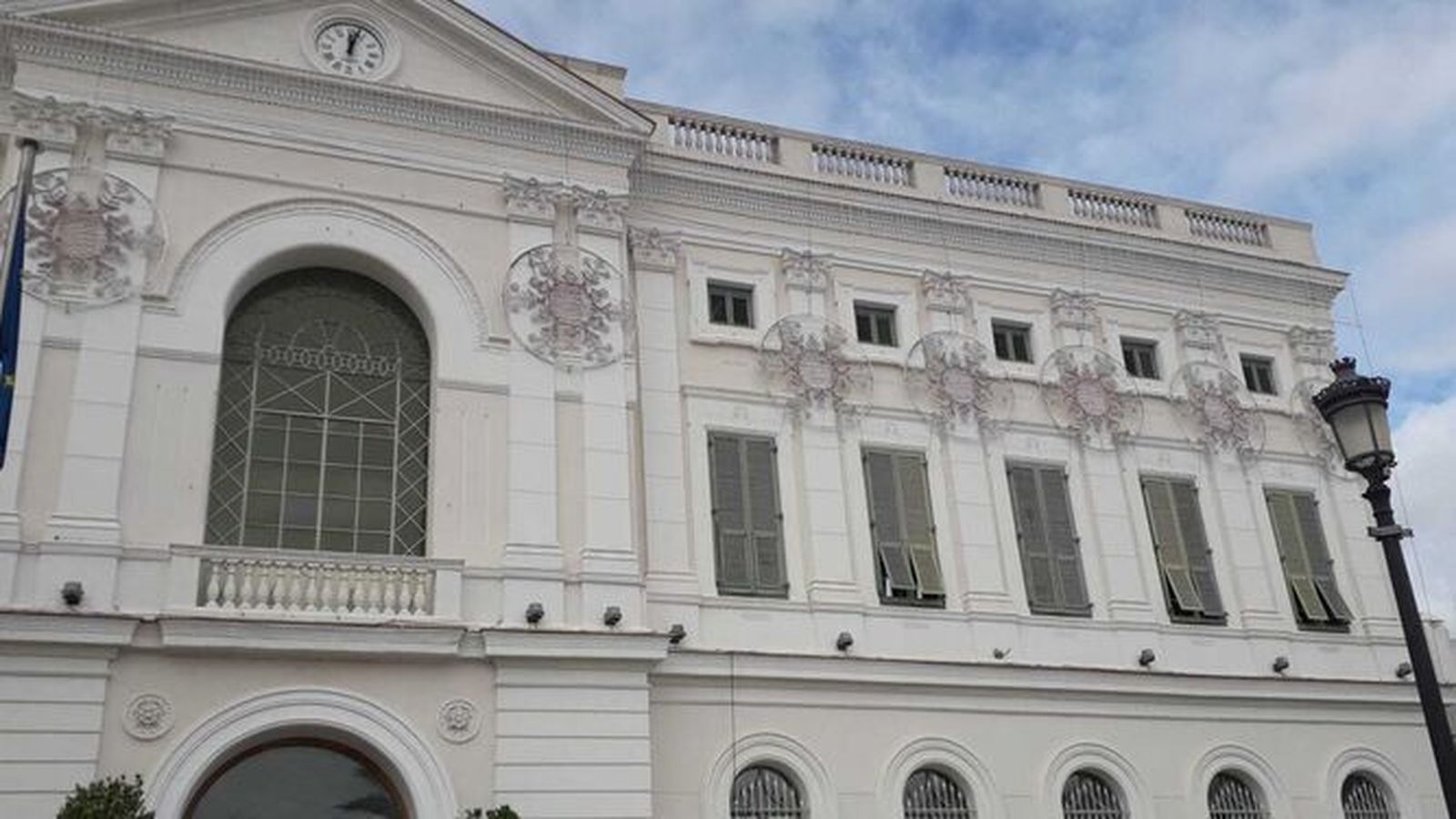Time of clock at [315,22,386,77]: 12:02
